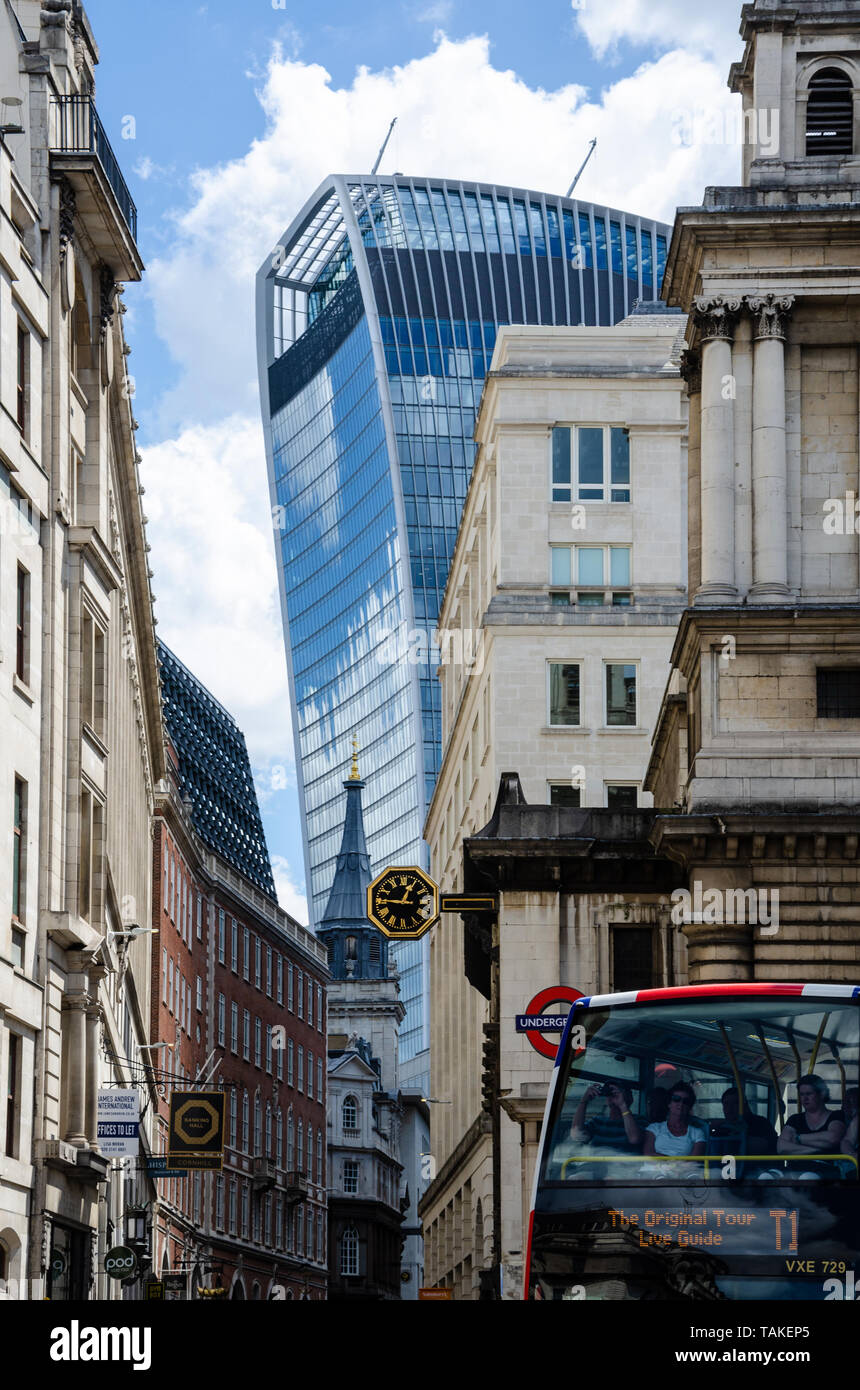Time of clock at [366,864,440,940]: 12:45
